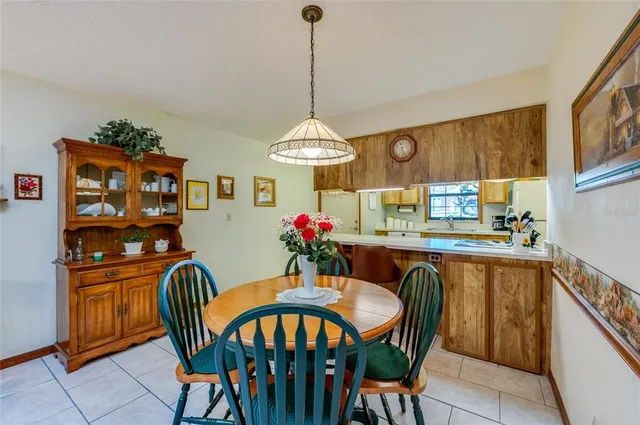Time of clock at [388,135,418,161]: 5:26
